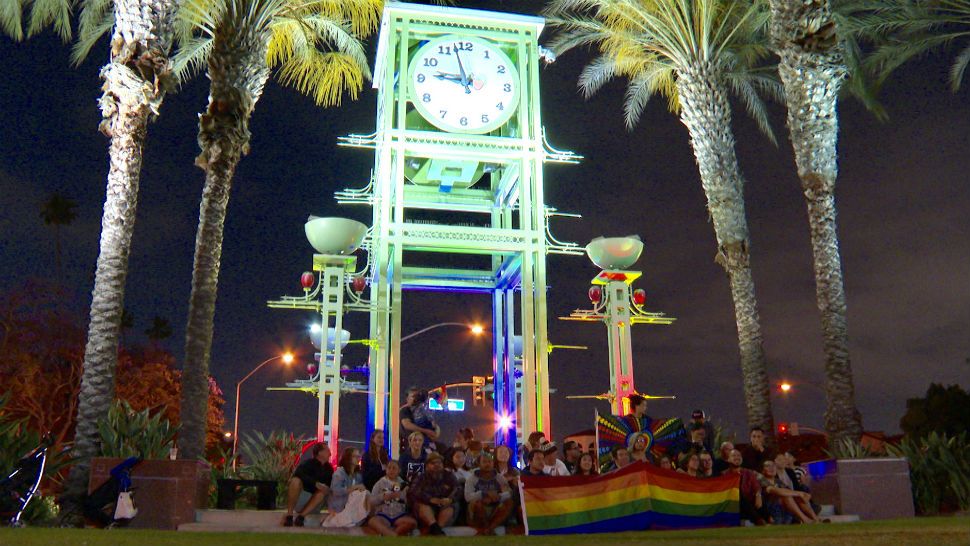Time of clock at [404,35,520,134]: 8:57
